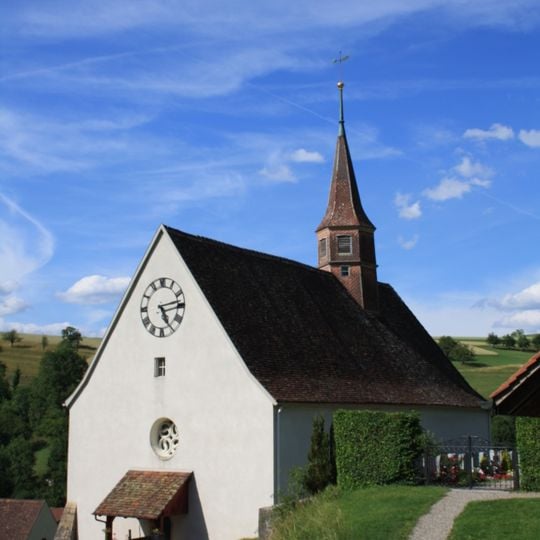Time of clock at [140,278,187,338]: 5:13
